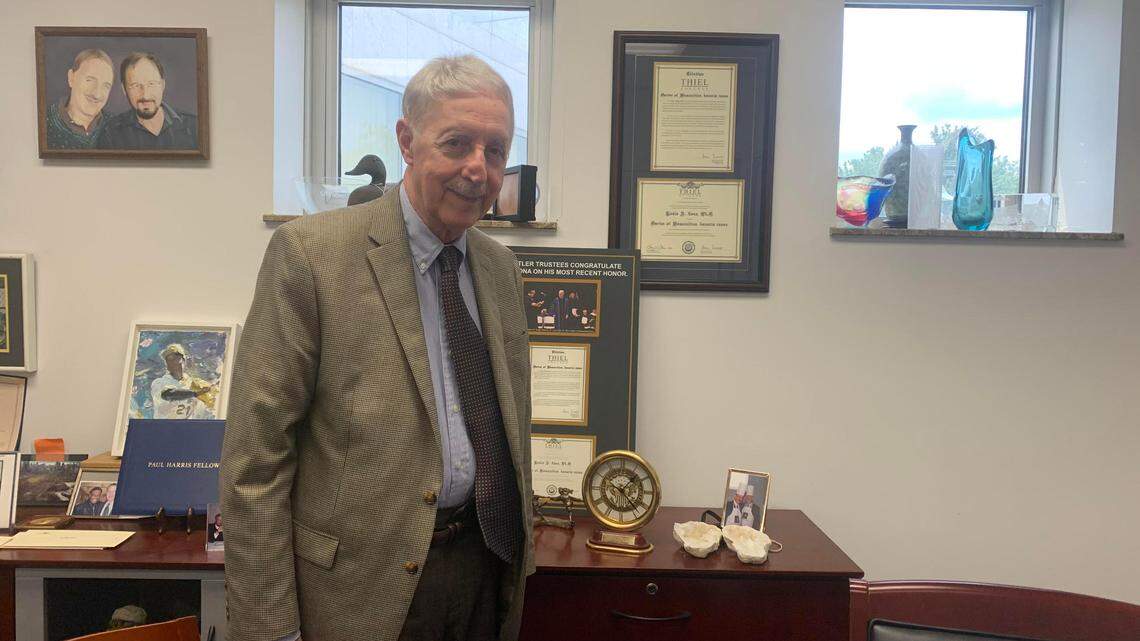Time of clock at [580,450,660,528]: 1:23
